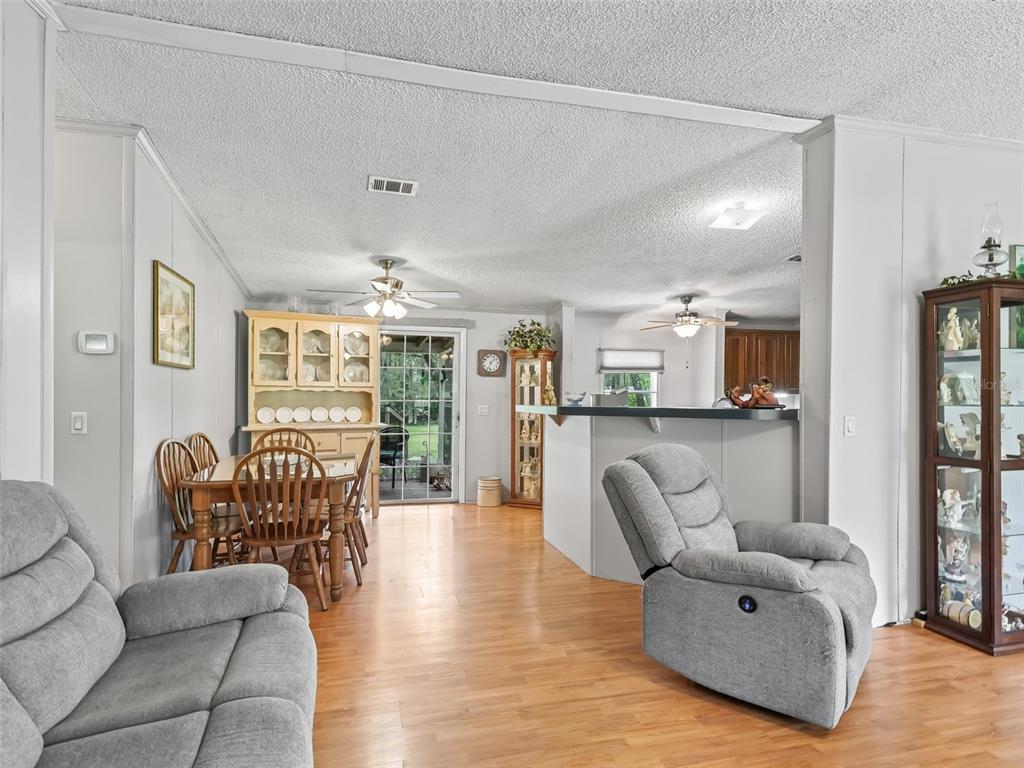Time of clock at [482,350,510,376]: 1:33
